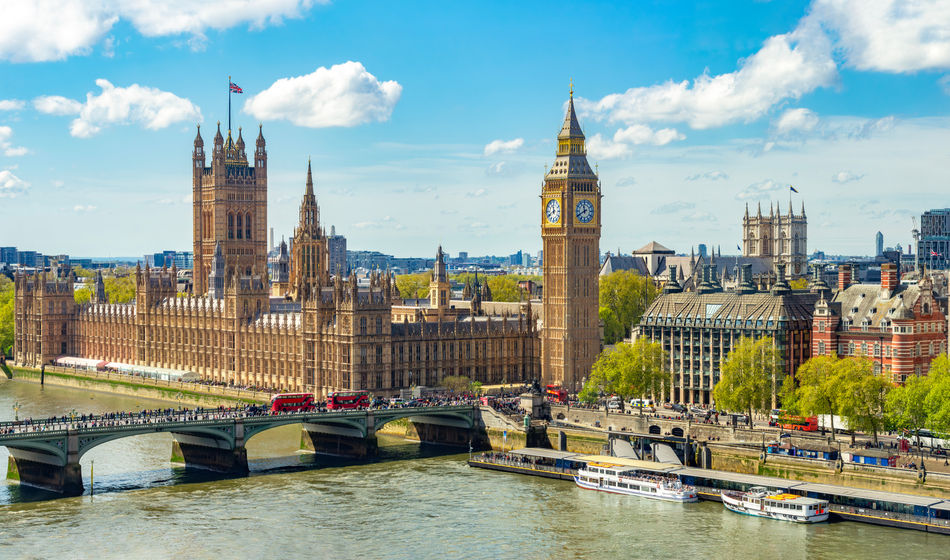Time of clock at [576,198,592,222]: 11:40
